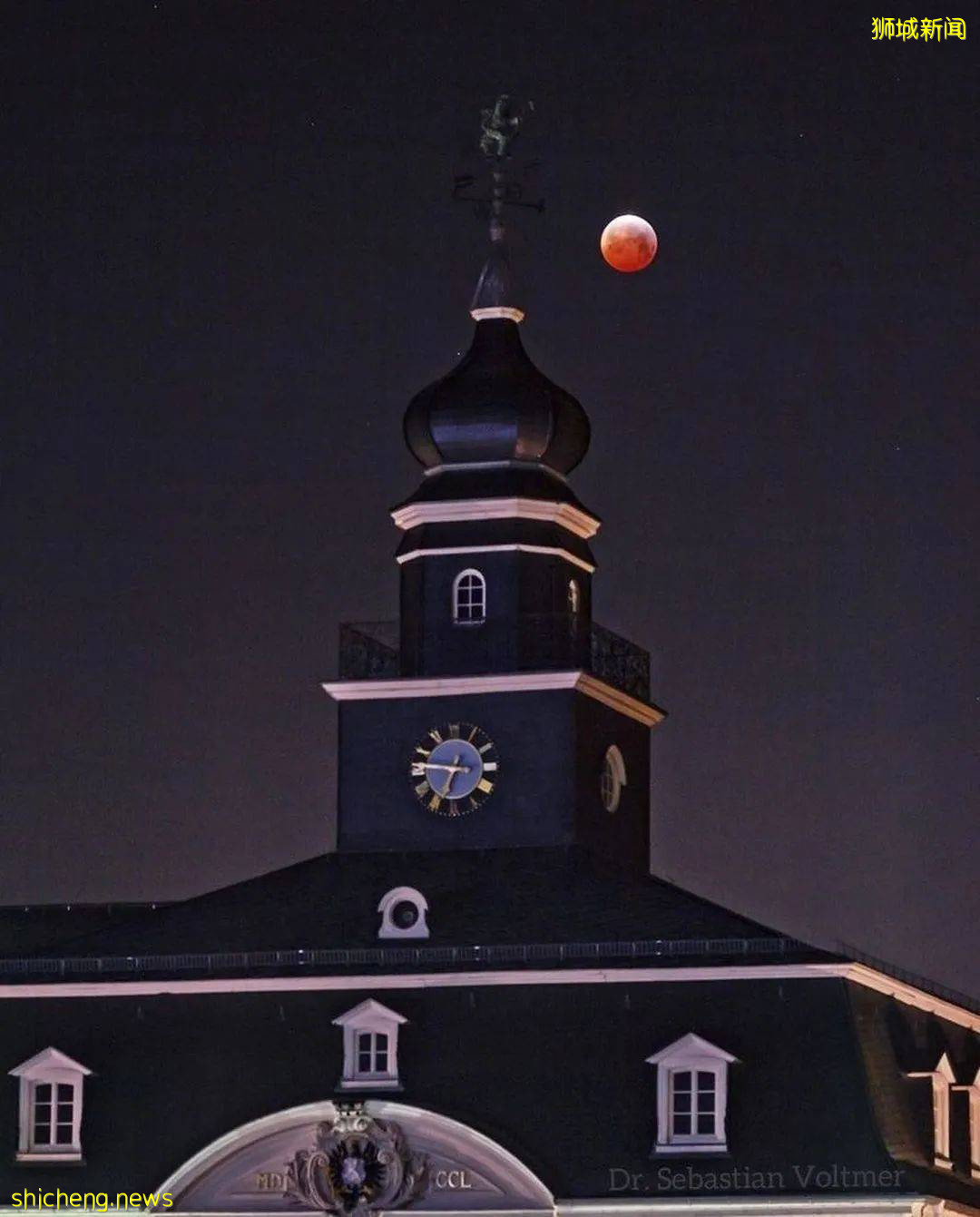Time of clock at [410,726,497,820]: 6:46
